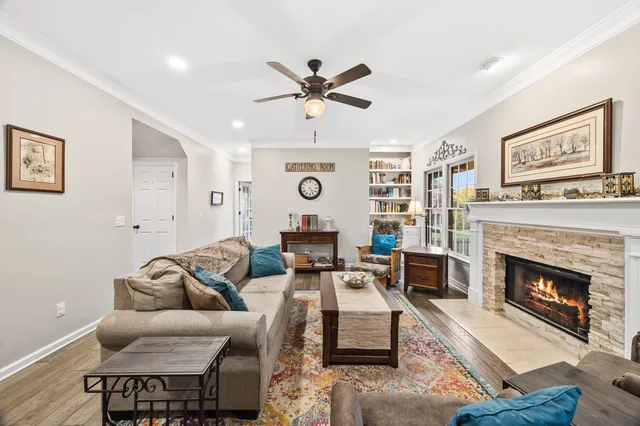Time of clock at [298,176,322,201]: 4:25
